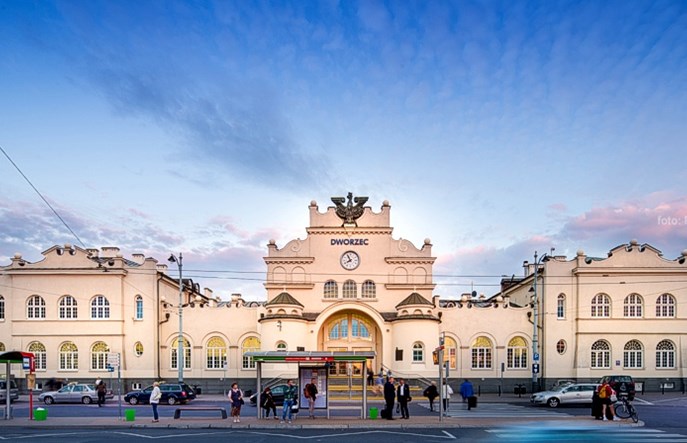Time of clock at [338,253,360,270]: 7:55
